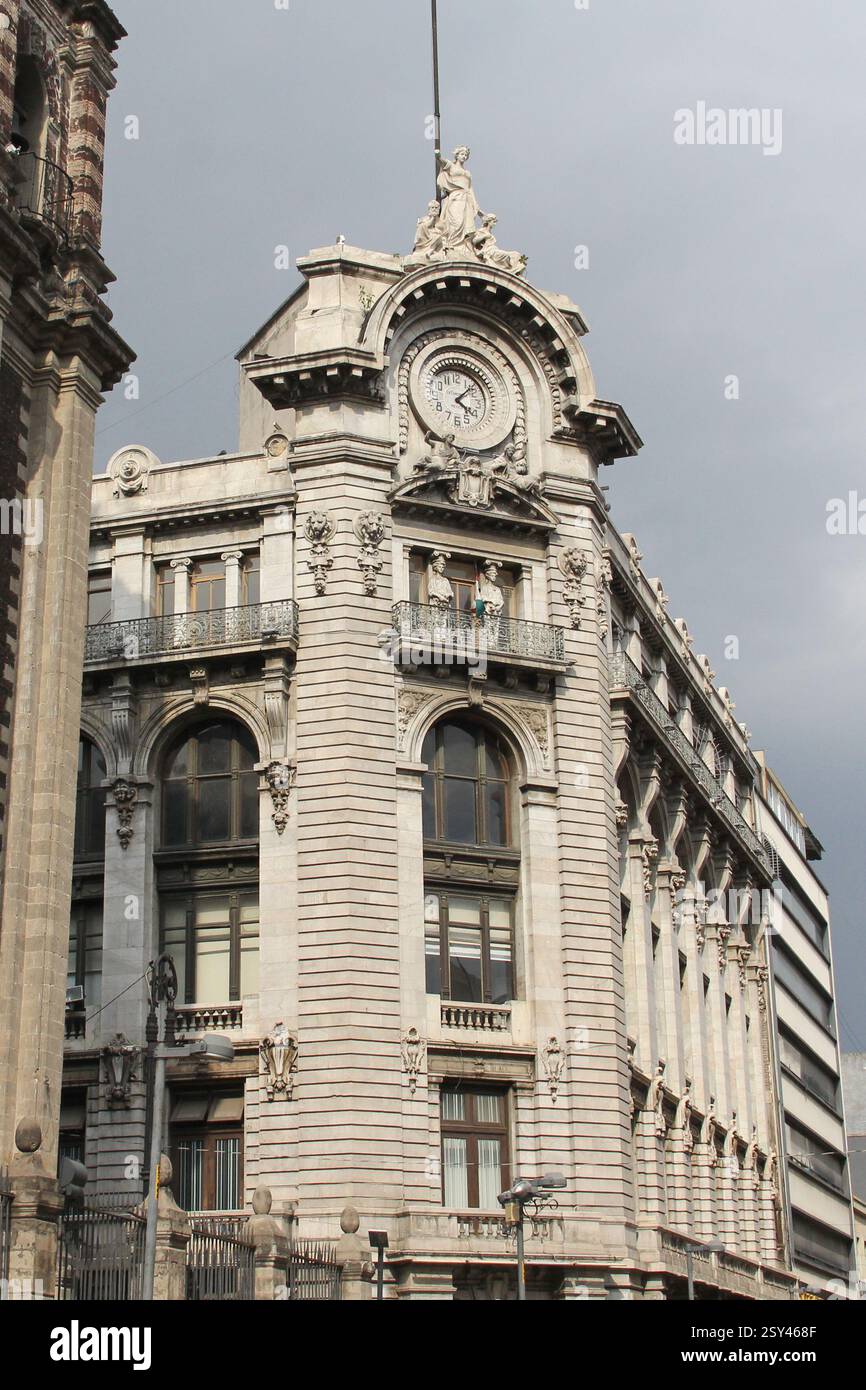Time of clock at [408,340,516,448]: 4:07
